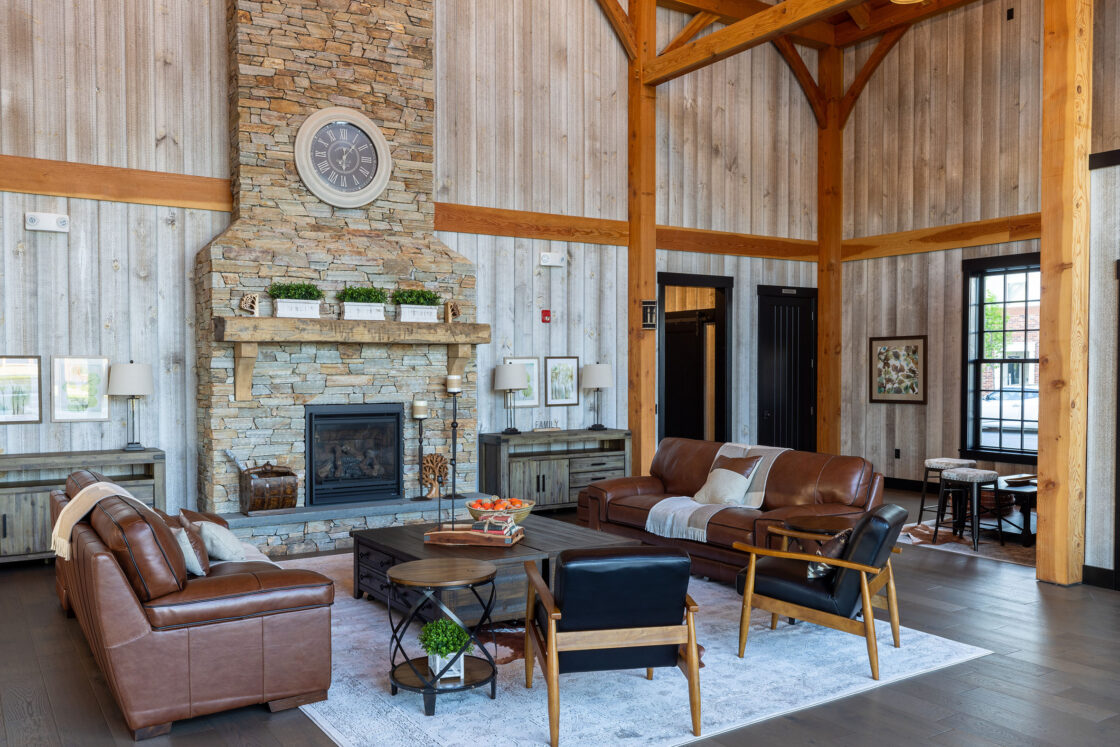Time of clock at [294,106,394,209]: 6:06
